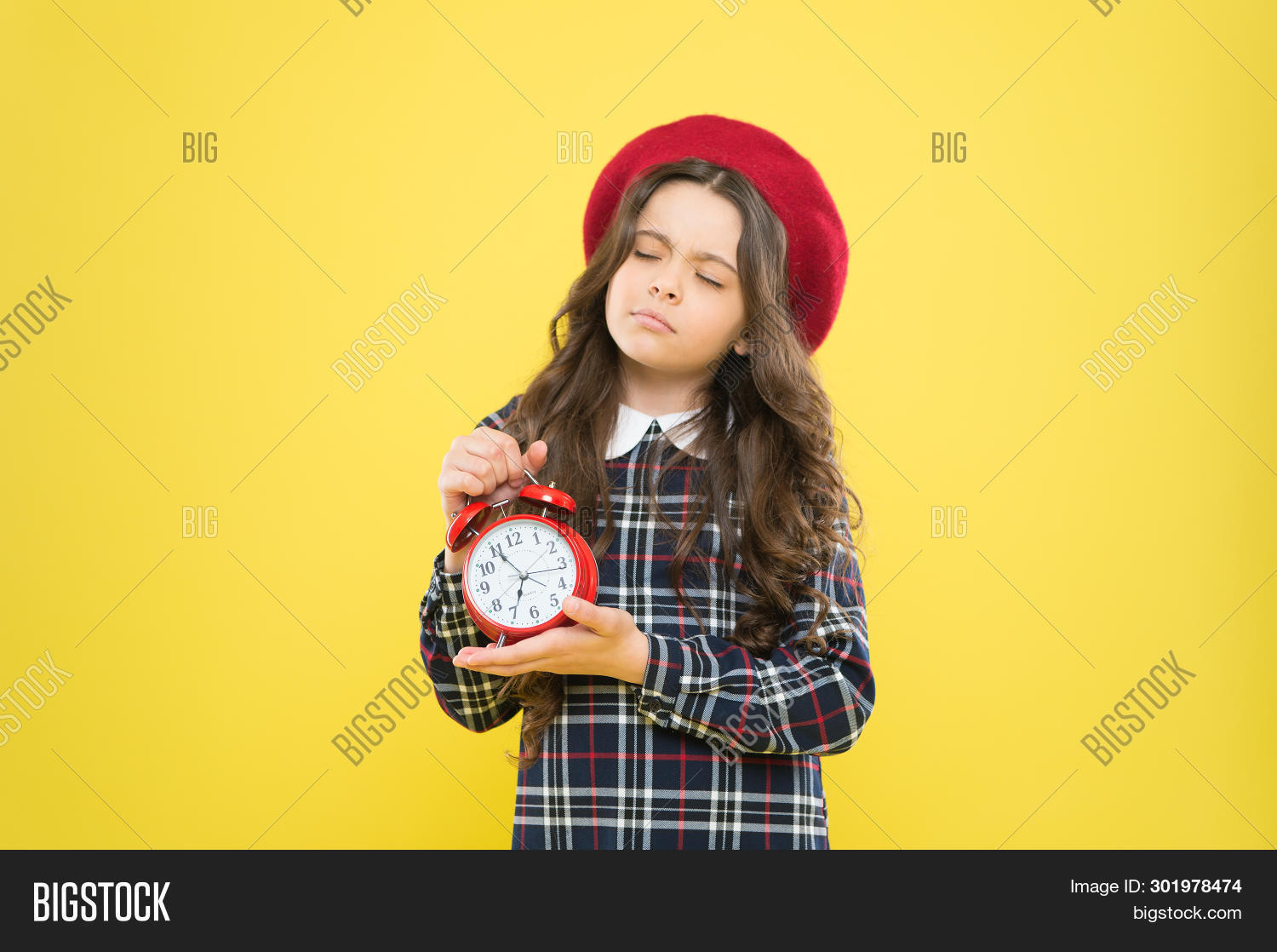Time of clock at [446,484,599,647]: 6:55
